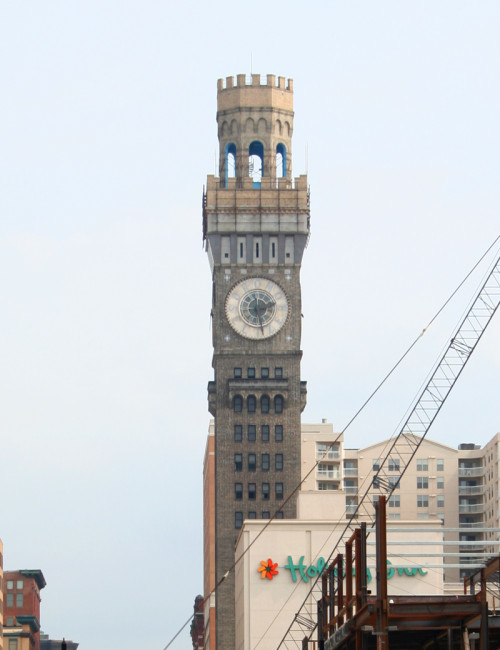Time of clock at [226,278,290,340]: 2:28
